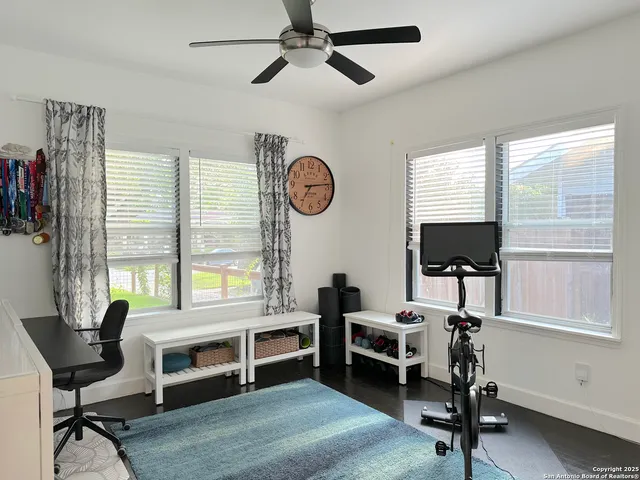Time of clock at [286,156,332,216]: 7:13
